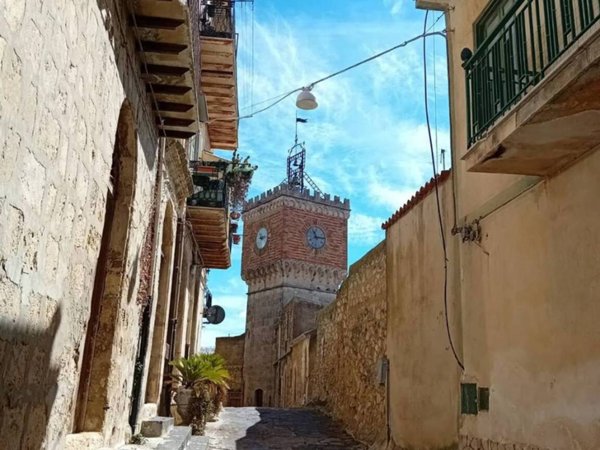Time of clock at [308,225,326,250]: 11:13
